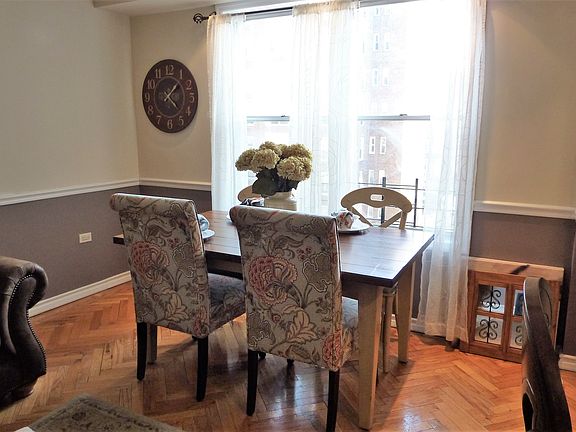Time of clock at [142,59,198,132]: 1:22
